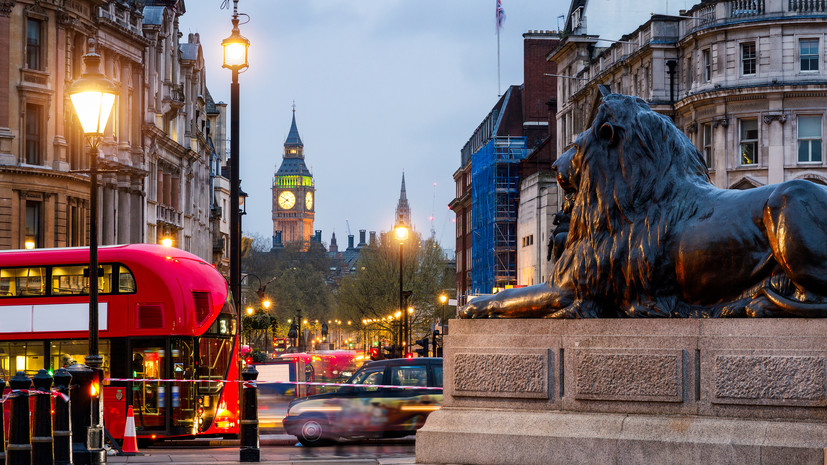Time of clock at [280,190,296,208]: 7:50
